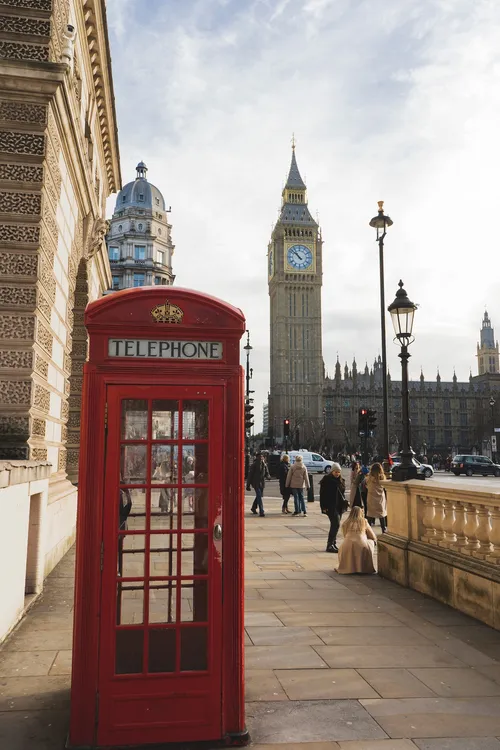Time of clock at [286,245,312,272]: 10:52
